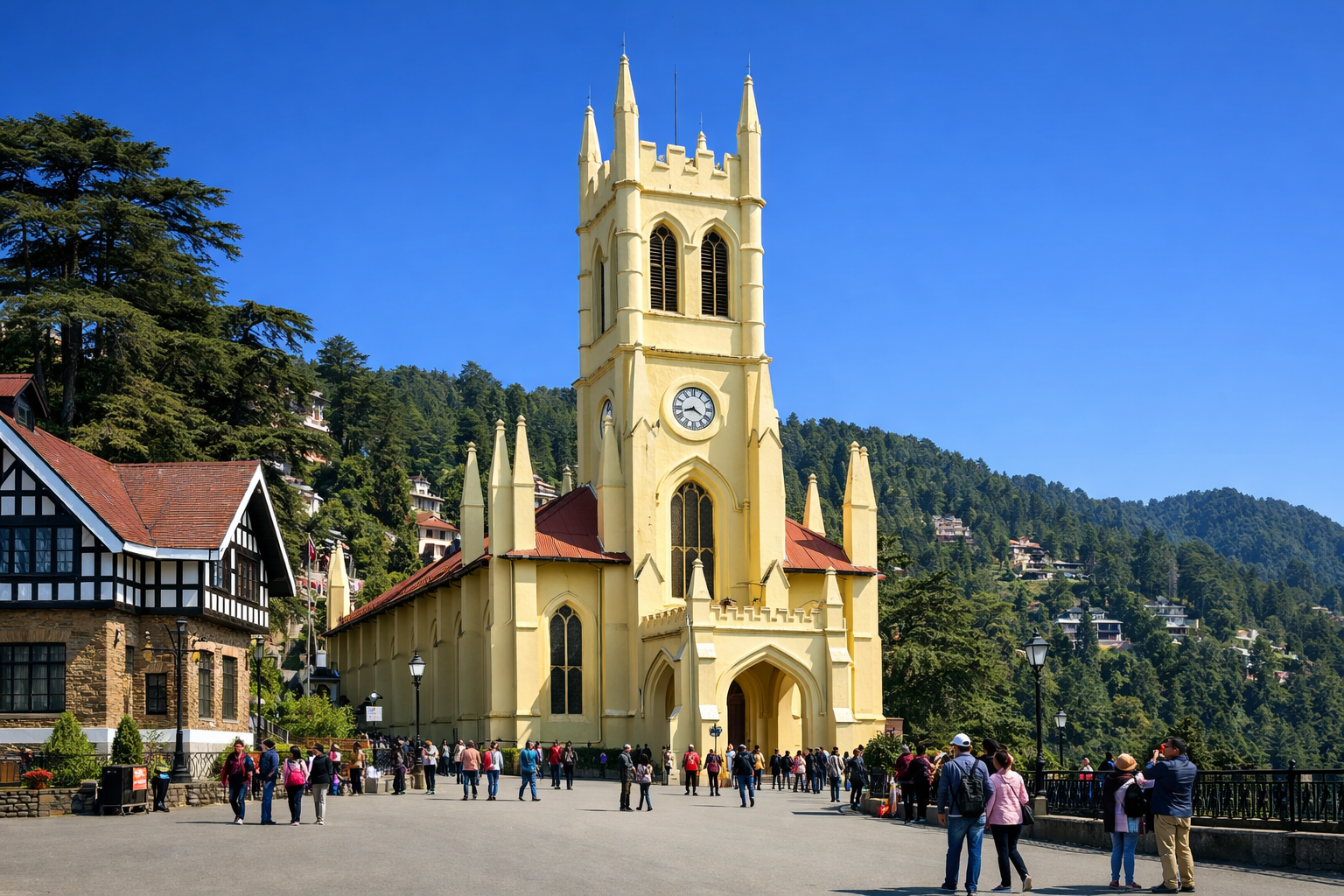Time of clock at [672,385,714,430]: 8:20
